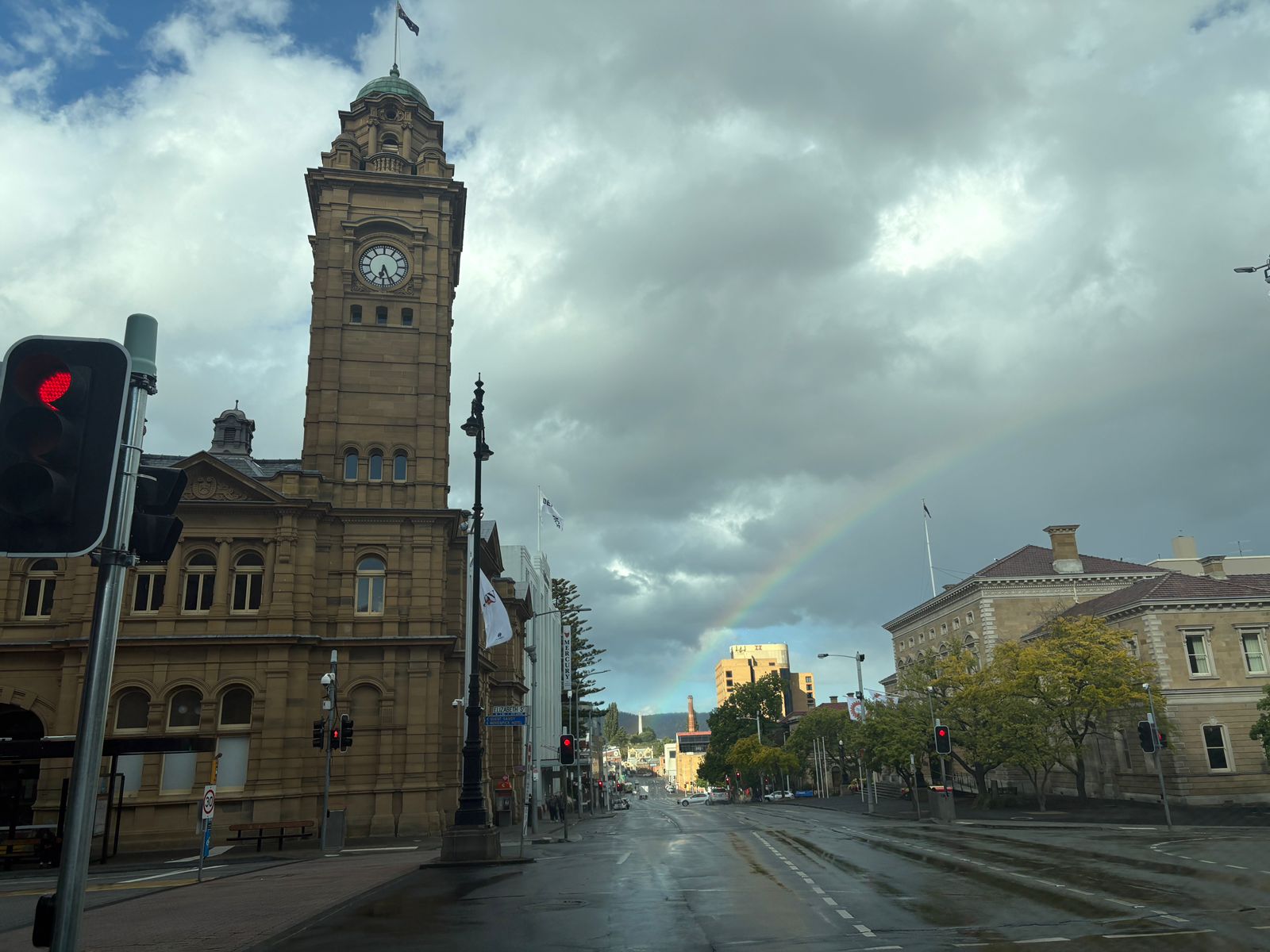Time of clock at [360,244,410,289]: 6:26
